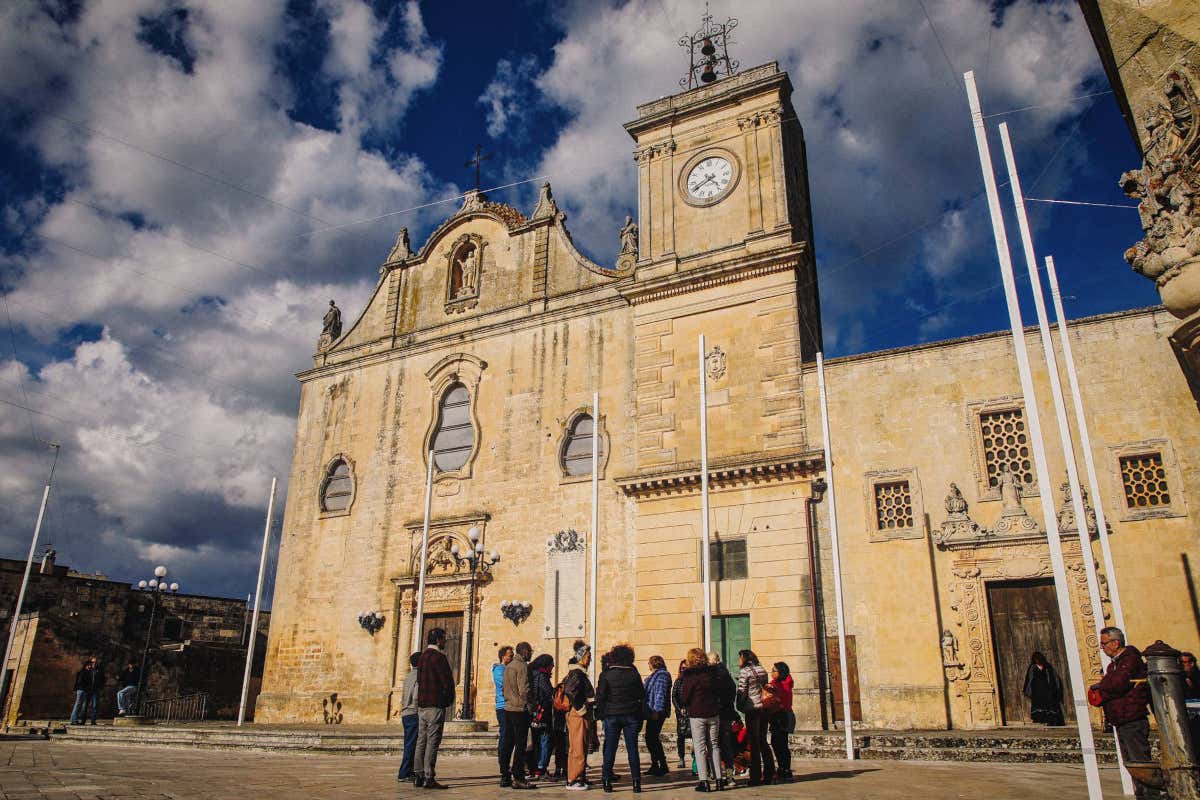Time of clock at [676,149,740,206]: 4:40
